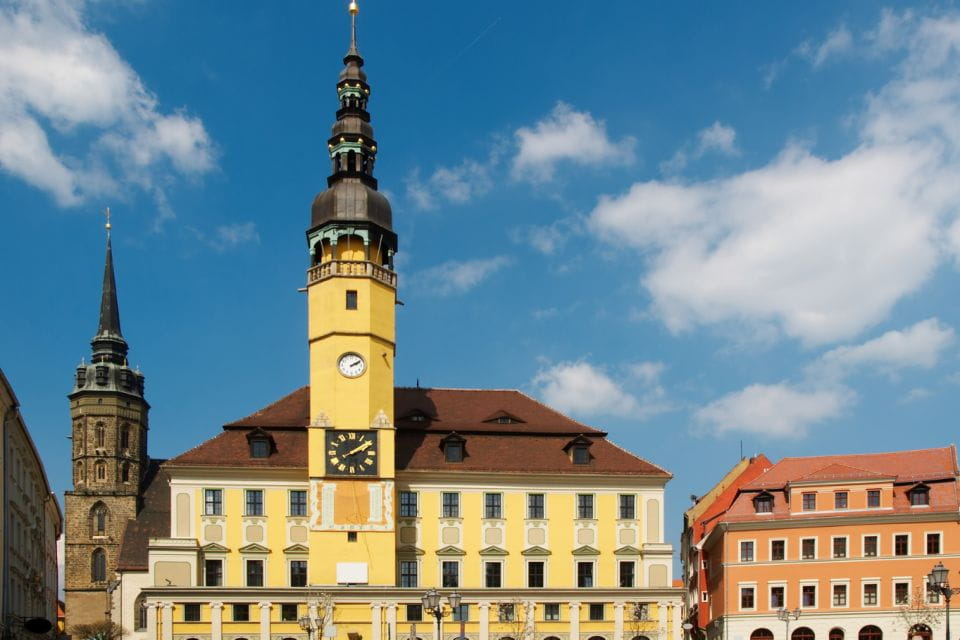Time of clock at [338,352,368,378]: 2:09
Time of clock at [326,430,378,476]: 2:09
